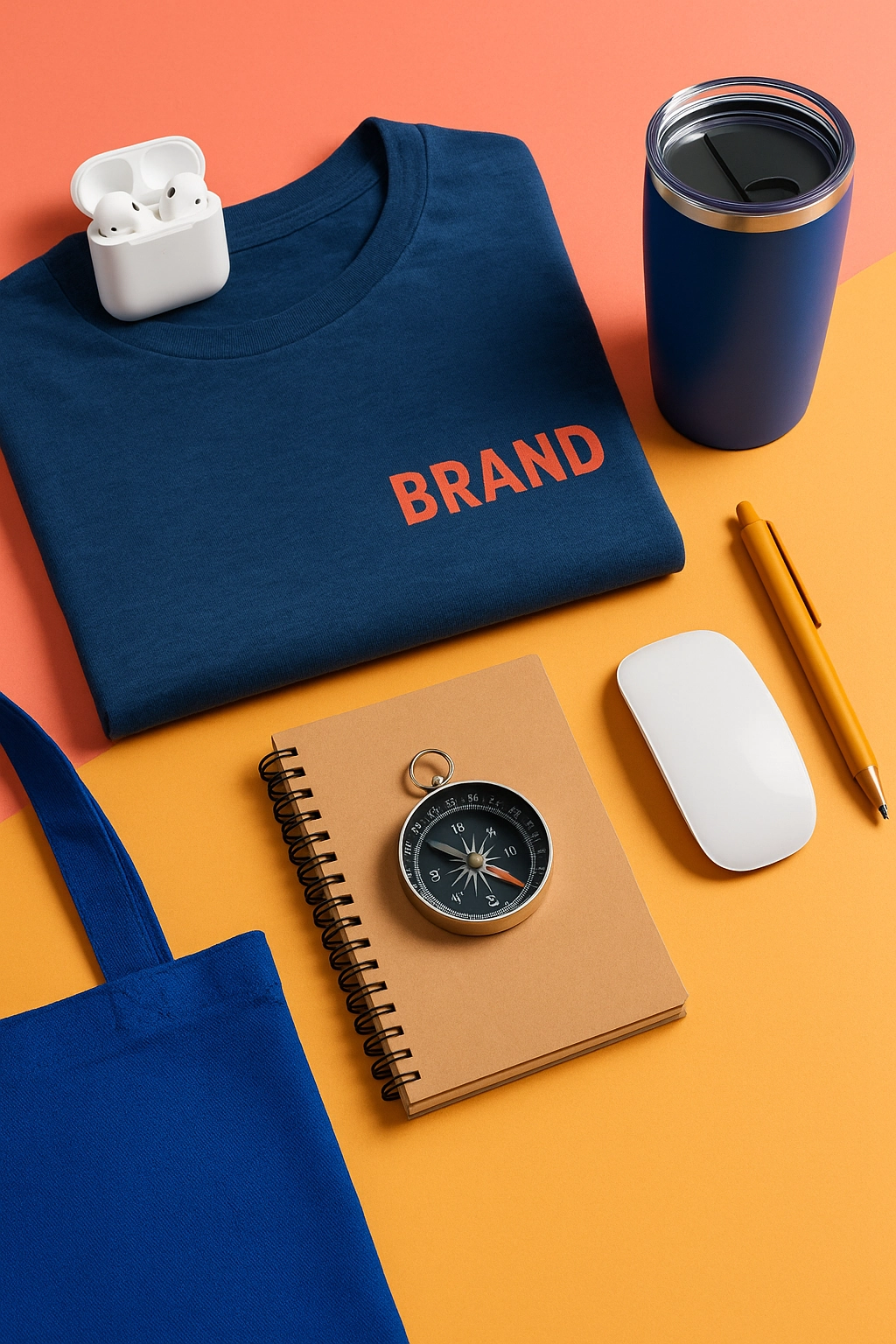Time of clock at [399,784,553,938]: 3:48
